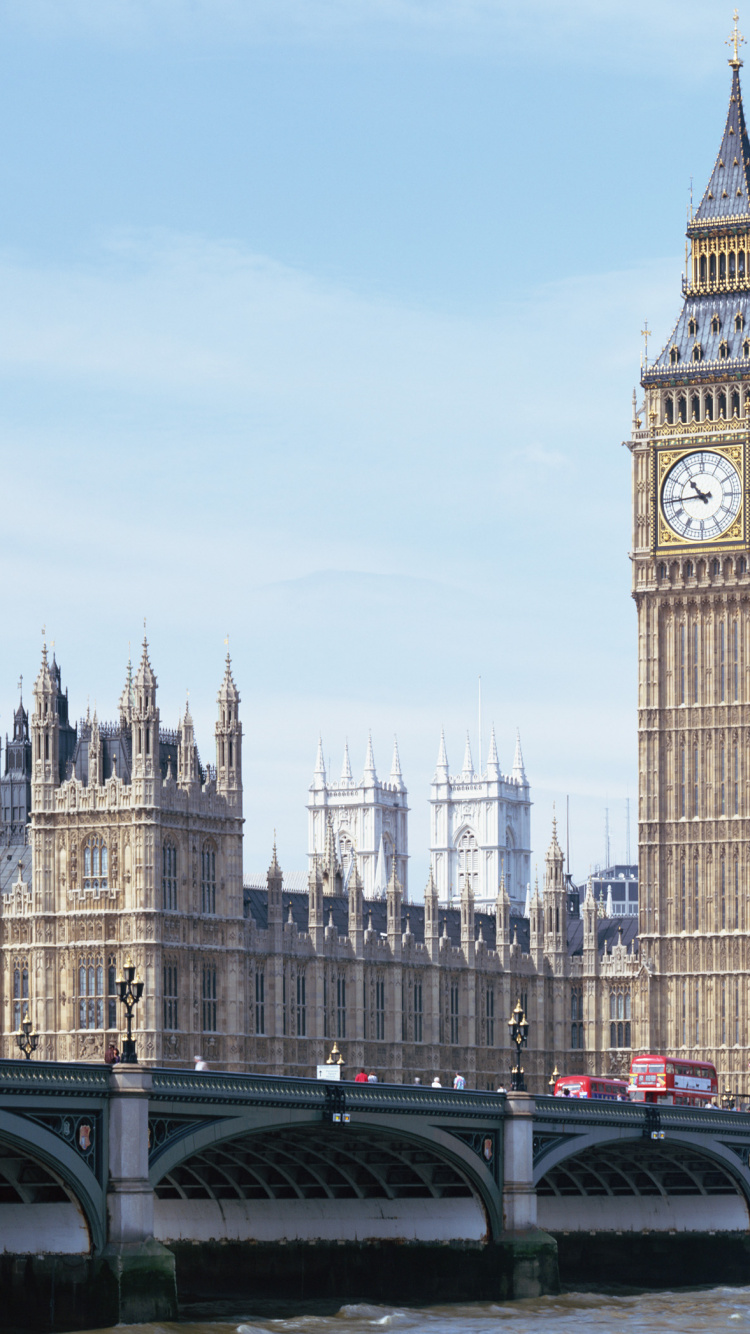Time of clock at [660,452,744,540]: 10:43
